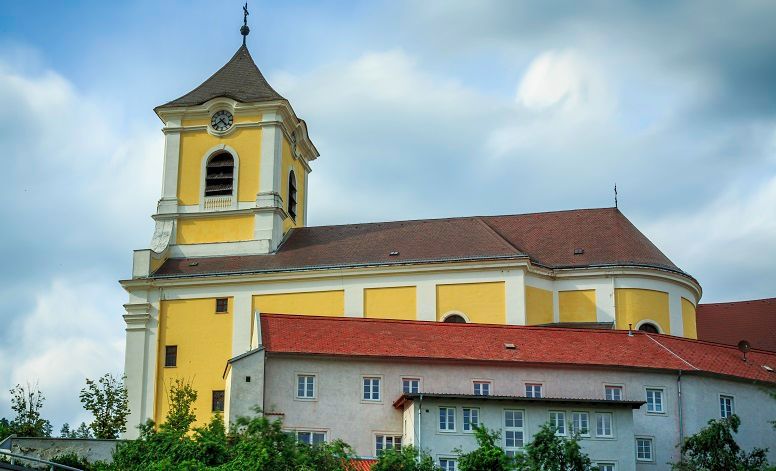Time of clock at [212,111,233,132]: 4:38
